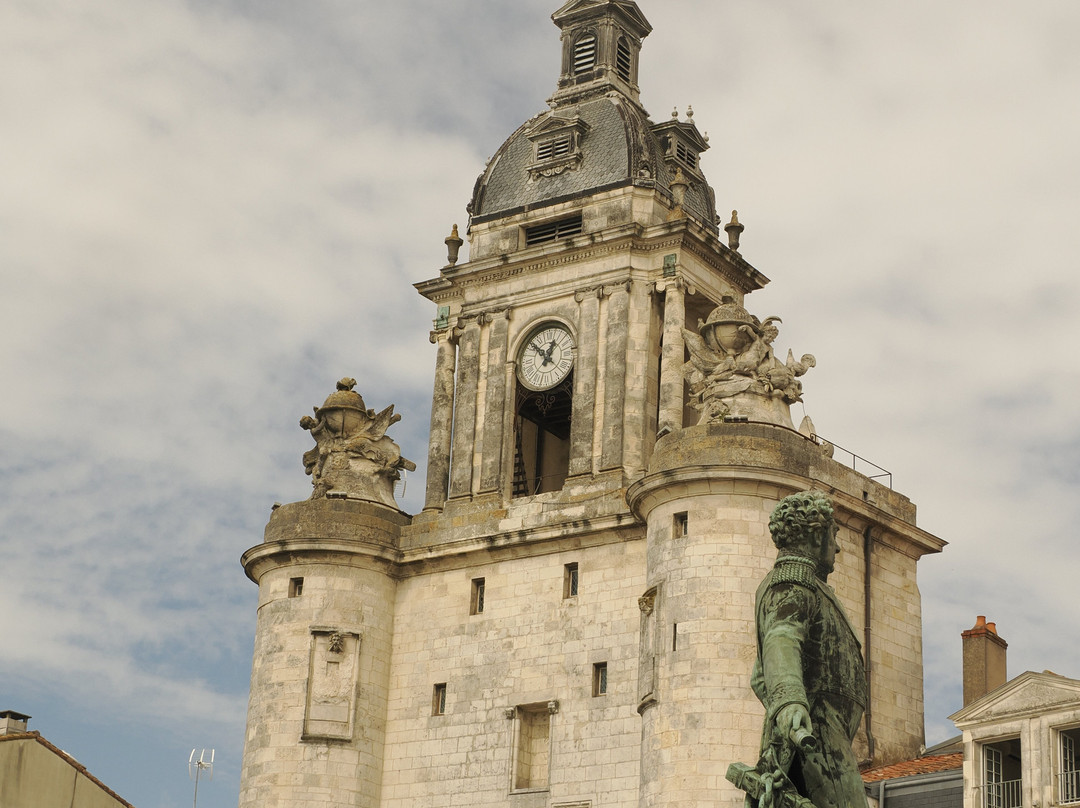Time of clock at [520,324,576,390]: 12:52
